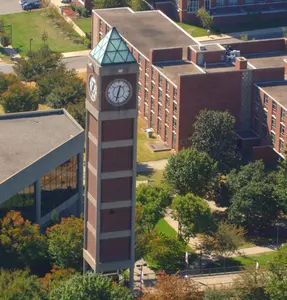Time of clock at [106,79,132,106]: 12:32
